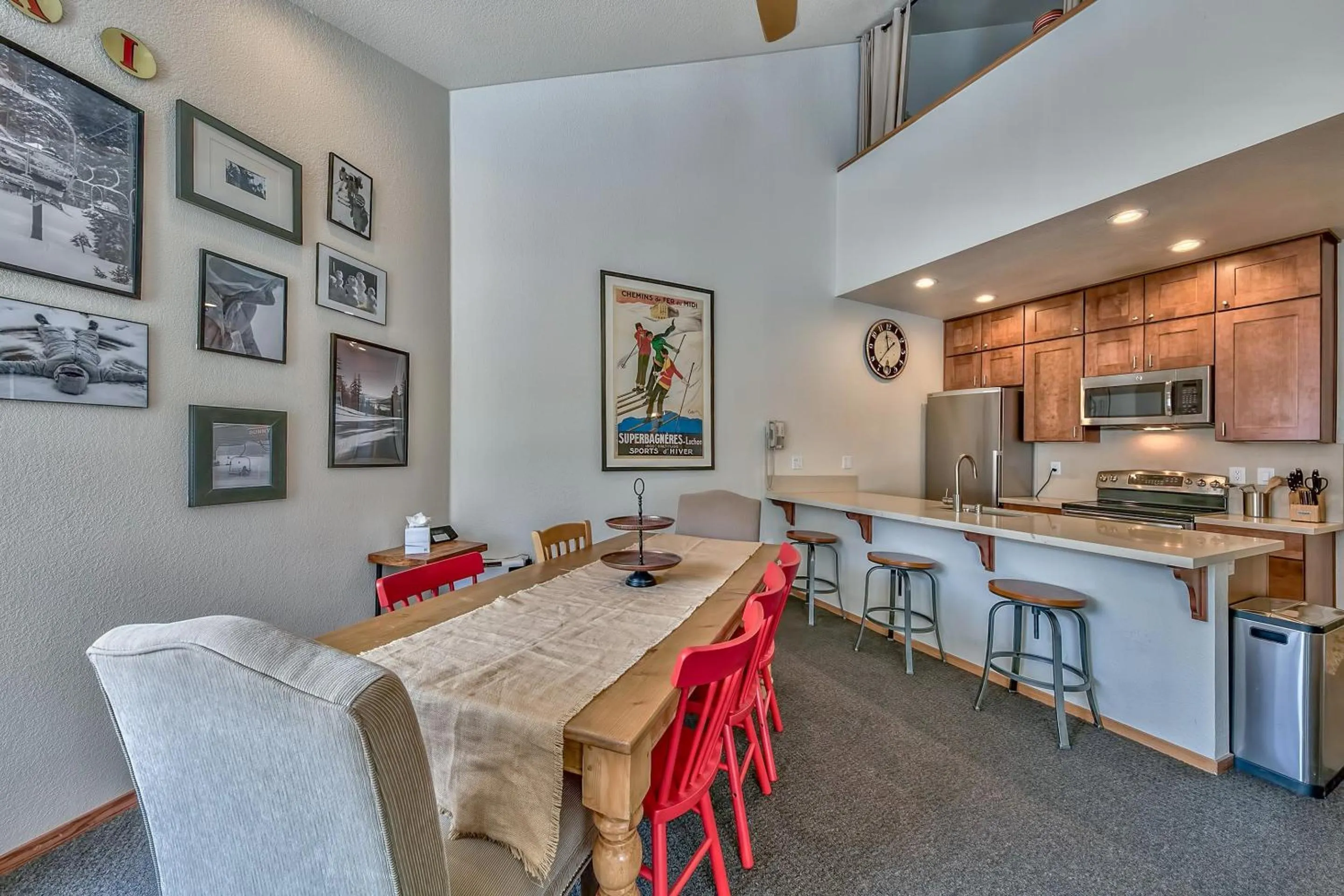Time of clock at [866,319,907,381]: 11:36
